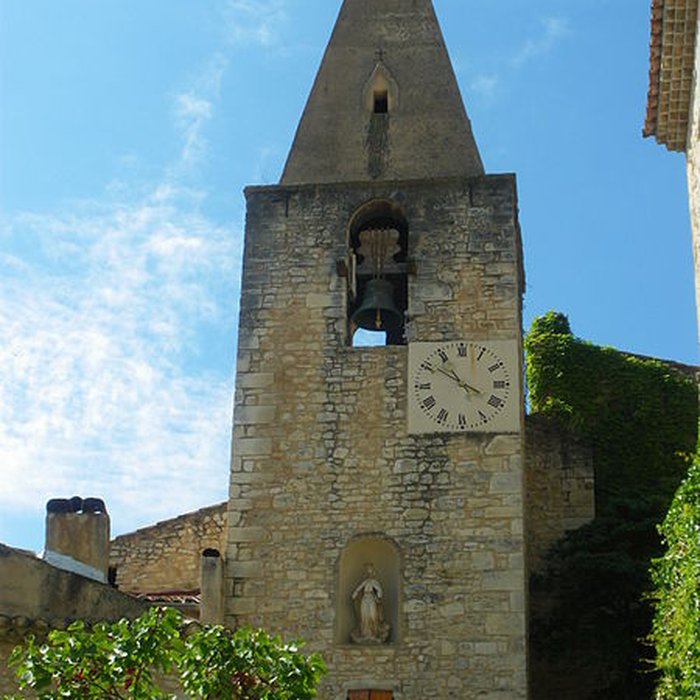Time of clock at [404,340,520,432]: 3:51
